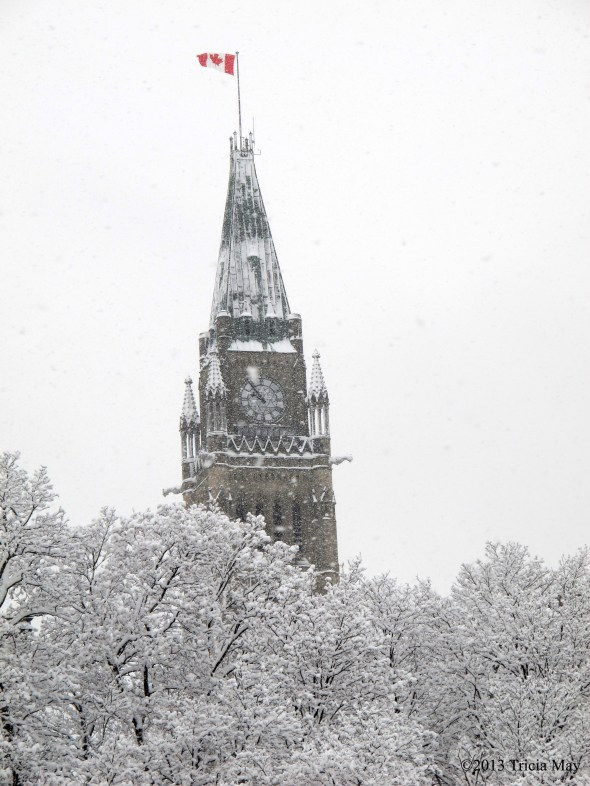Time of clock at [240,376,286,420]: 9:53
